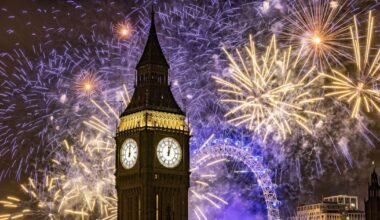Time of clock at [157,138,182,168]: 12:03
